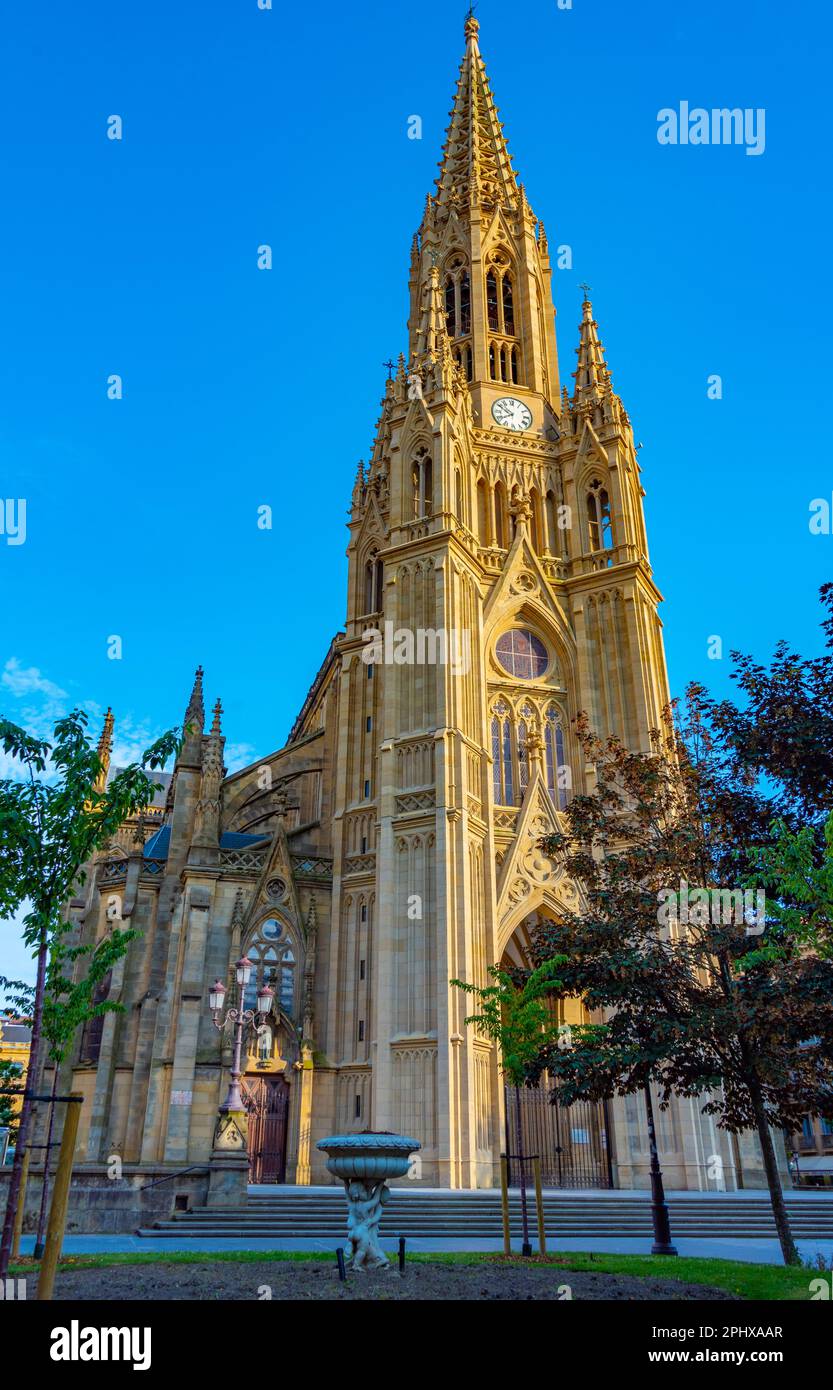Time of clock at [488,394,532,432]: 7:50
